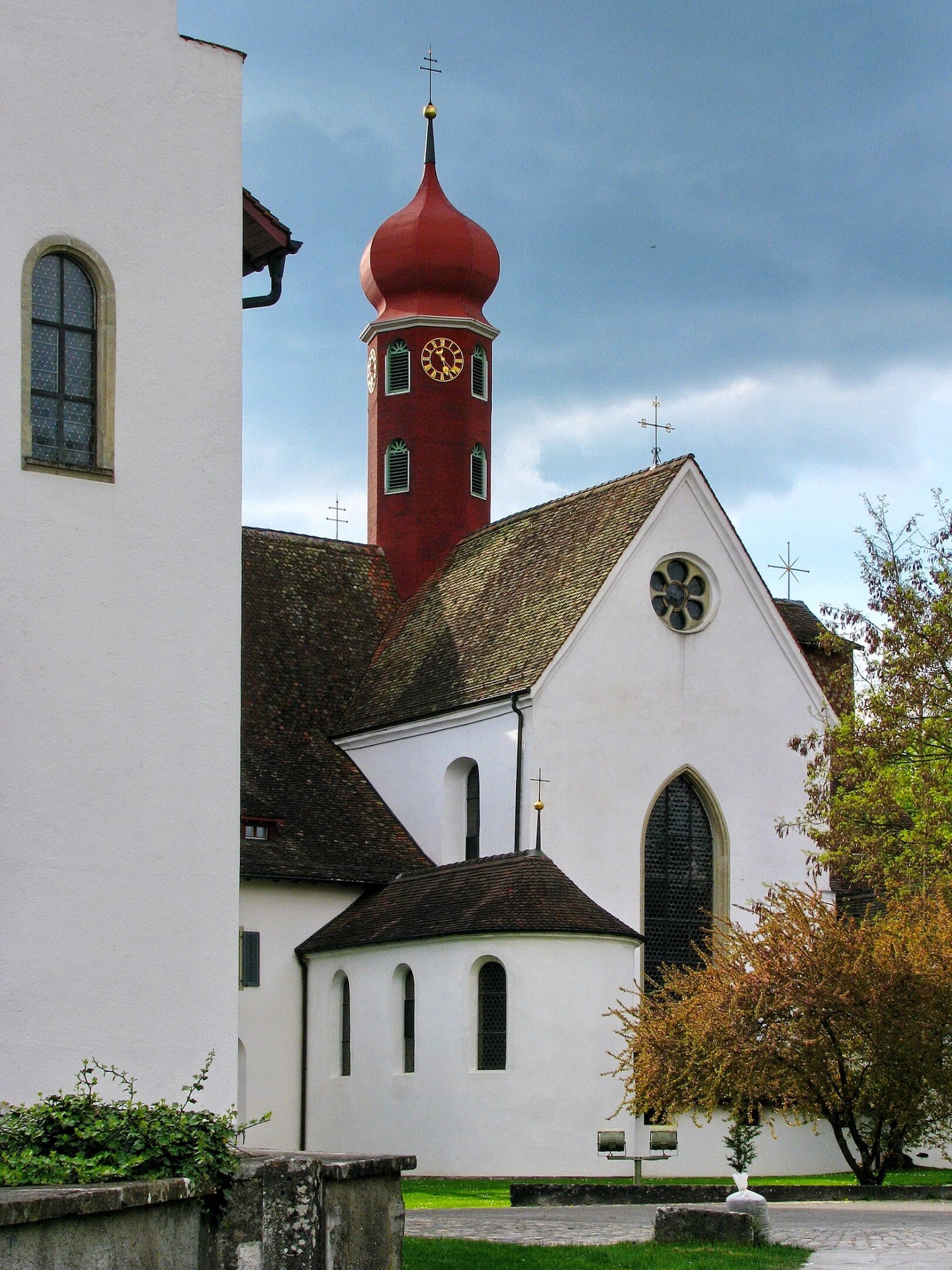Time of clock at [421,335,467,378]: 5:22
